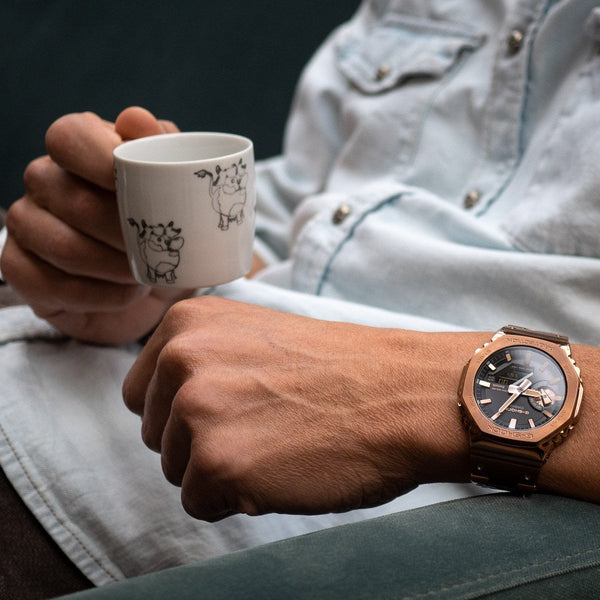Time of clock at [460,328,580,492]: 3:35
